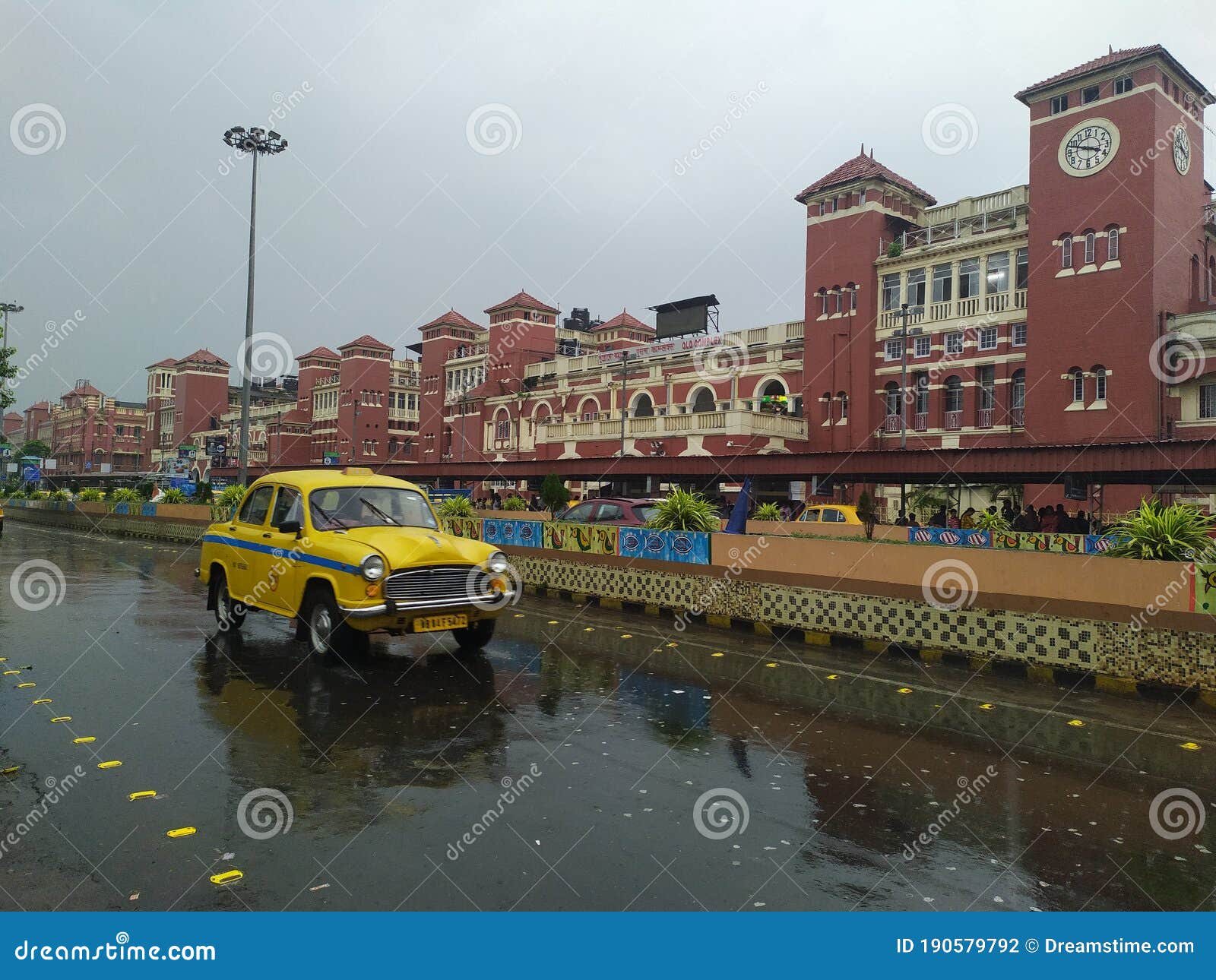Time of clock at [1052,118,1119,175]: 3:48
